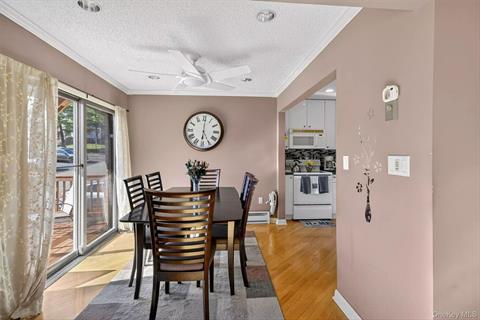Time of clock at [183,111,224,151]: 5:00
